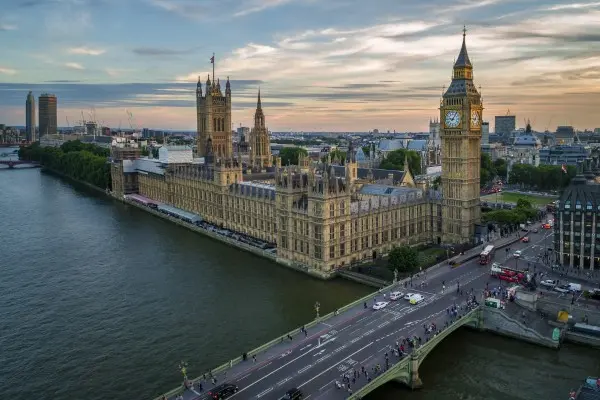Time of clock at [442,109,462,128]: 9:05
